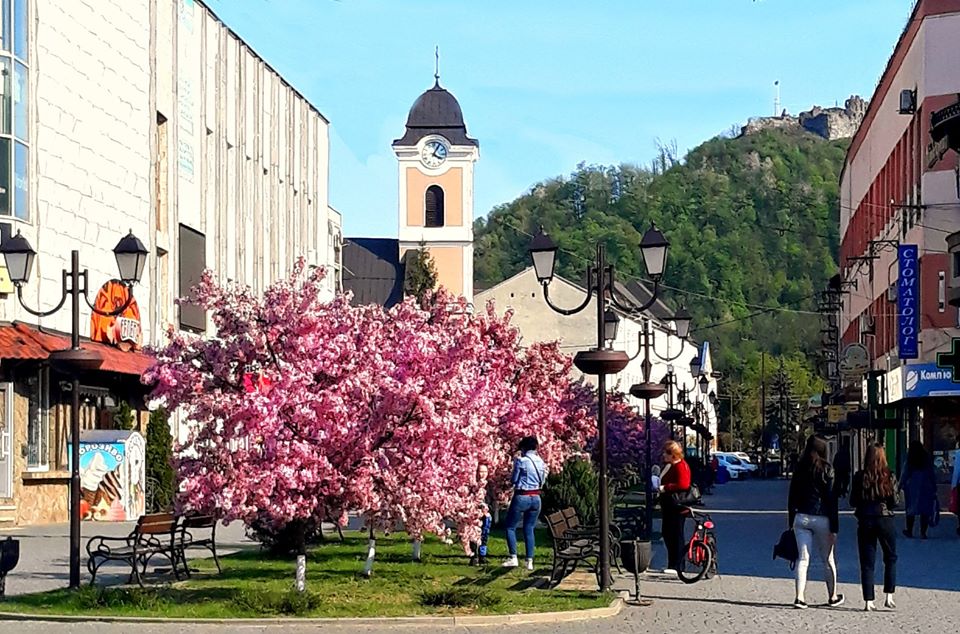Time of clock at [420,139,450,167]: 4:04
